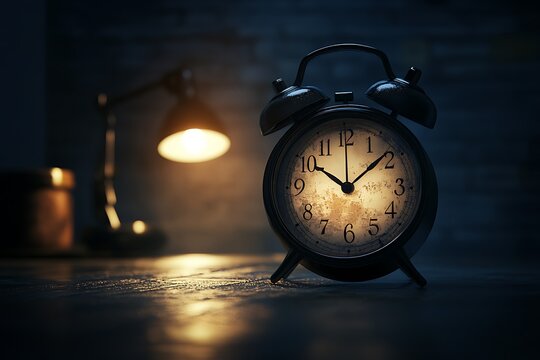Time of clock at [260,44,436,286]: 10:08
